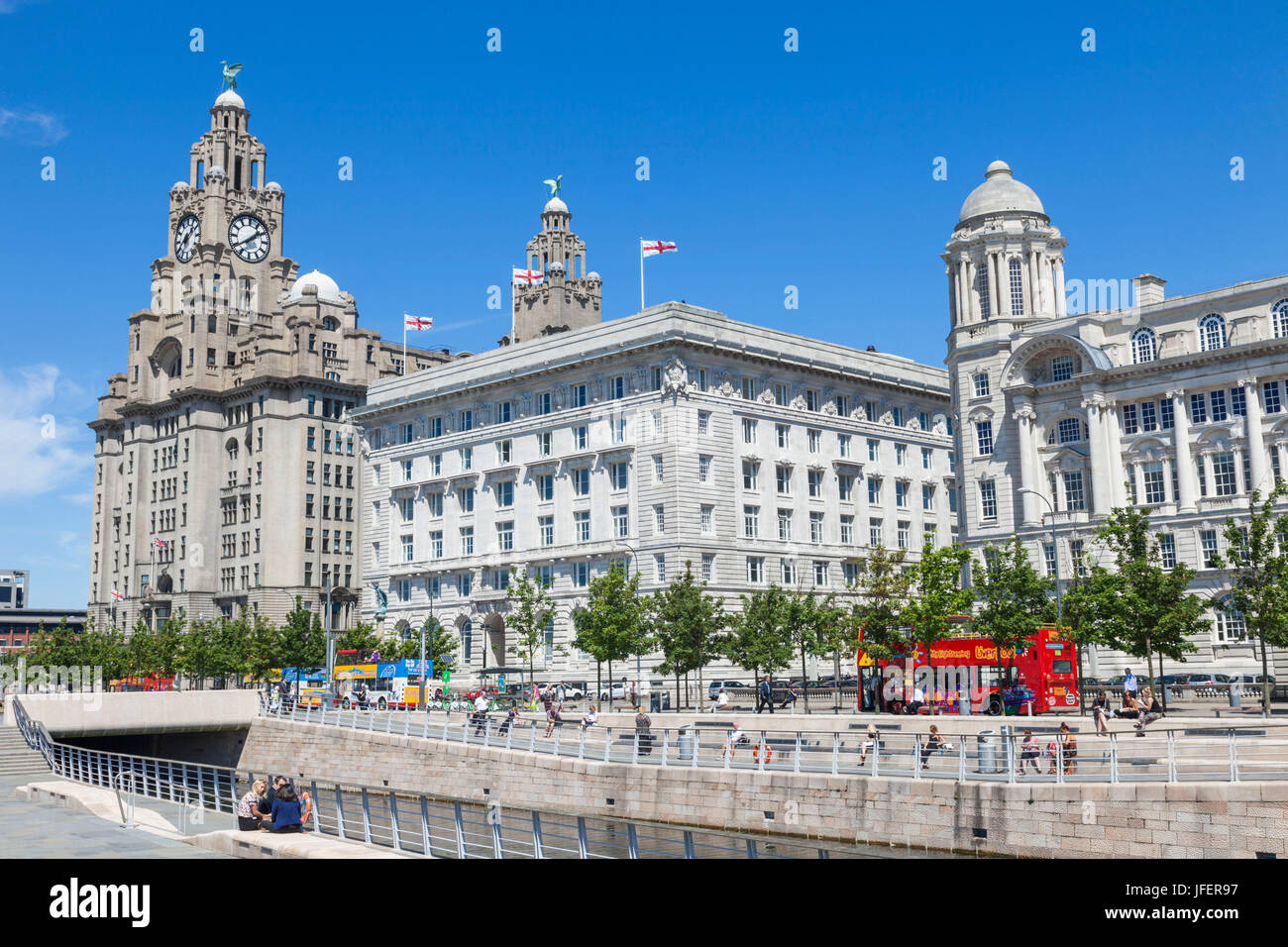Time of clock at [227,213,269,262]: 1:39
